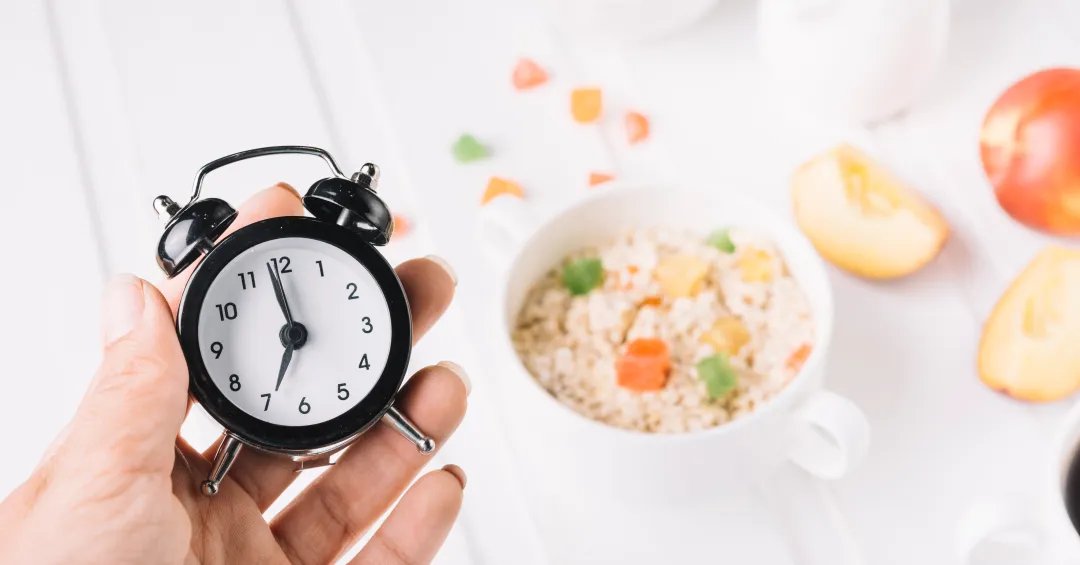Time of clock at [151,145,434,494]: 6:58
